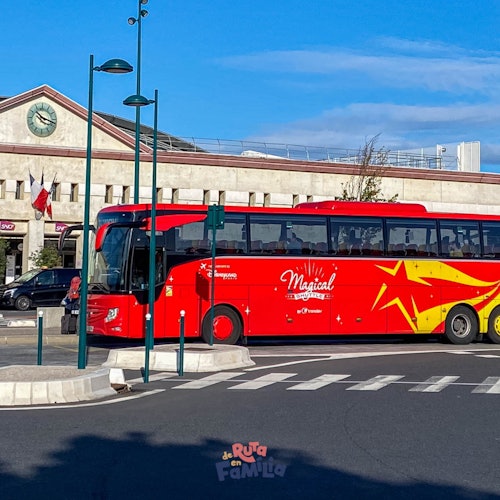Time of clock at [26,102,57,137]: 10:17
